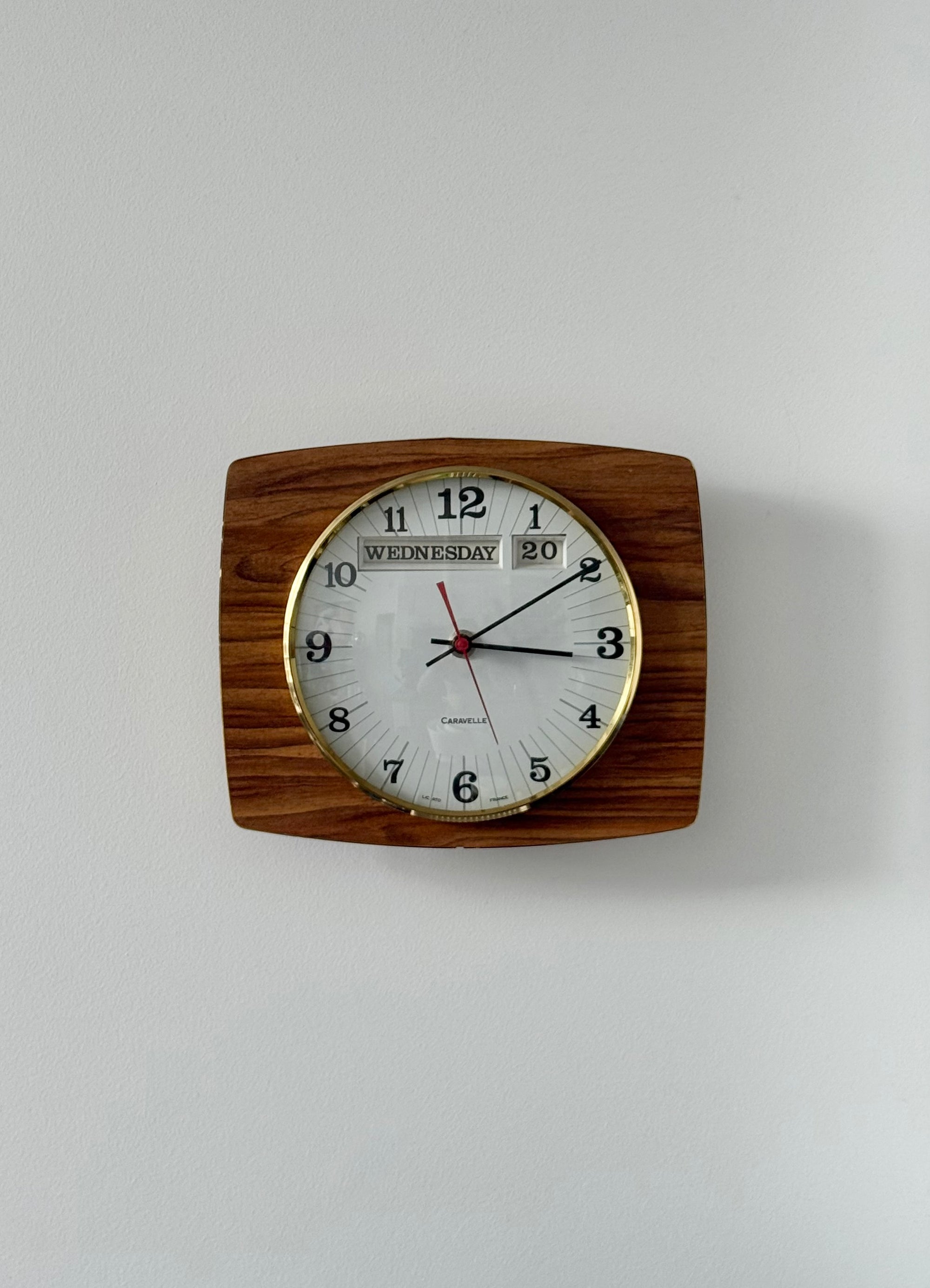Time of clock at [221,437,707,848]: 3:09
